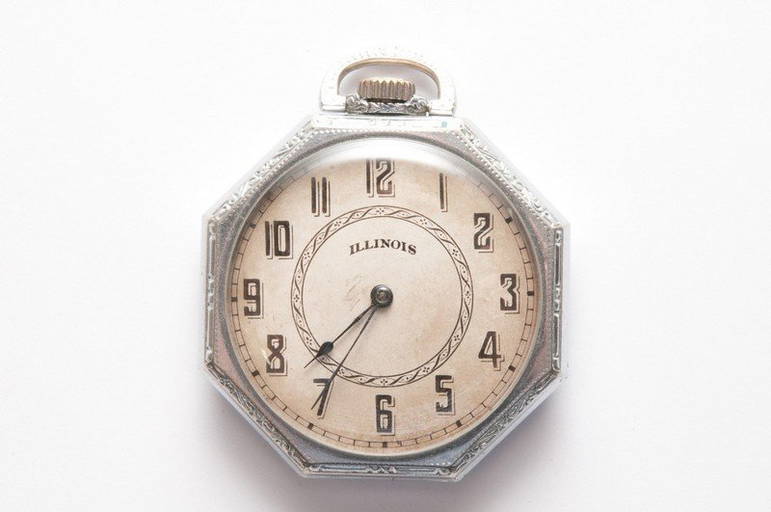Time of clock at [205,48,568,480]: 7:35
